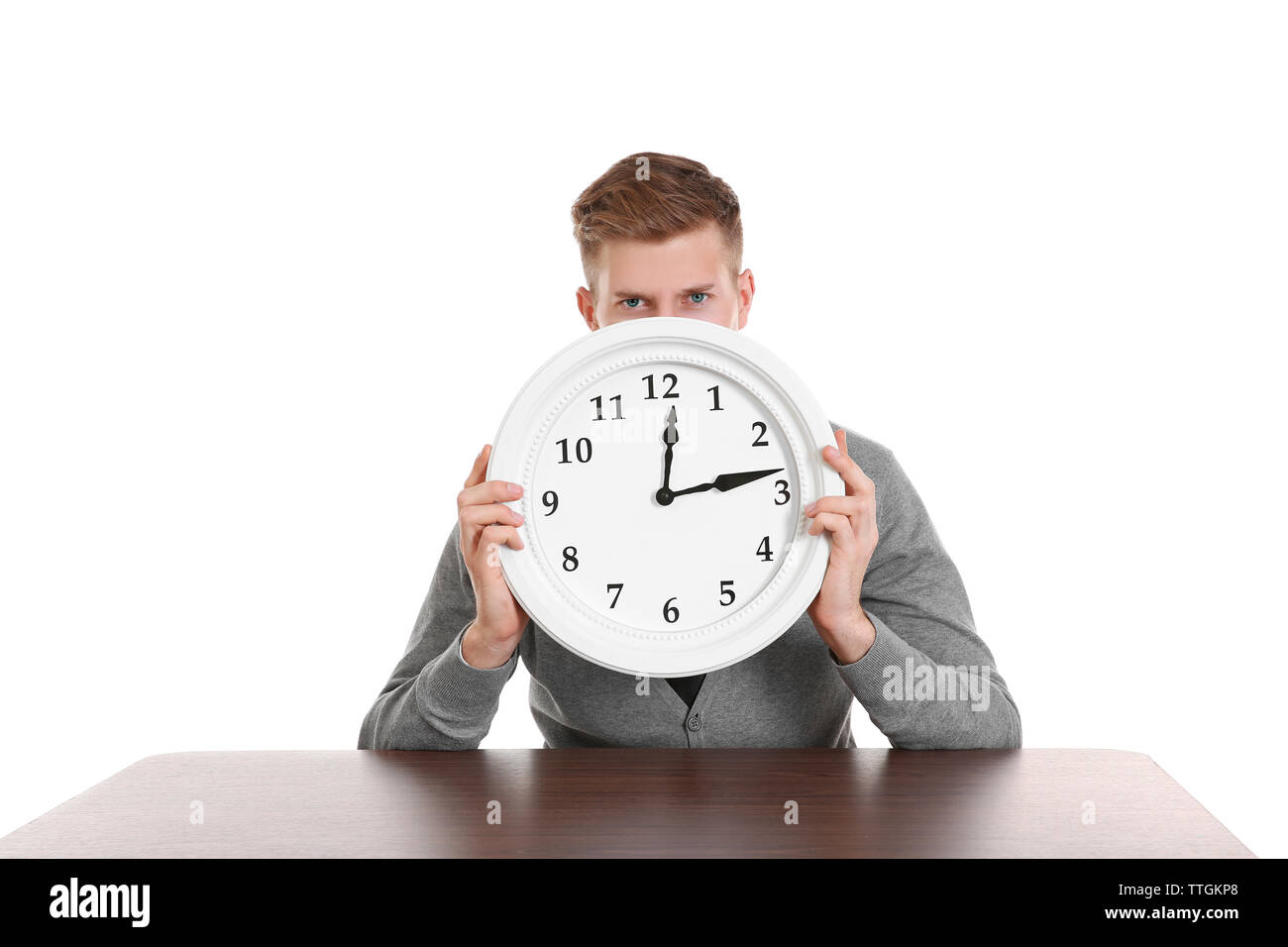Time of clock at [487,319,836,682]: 12:13
